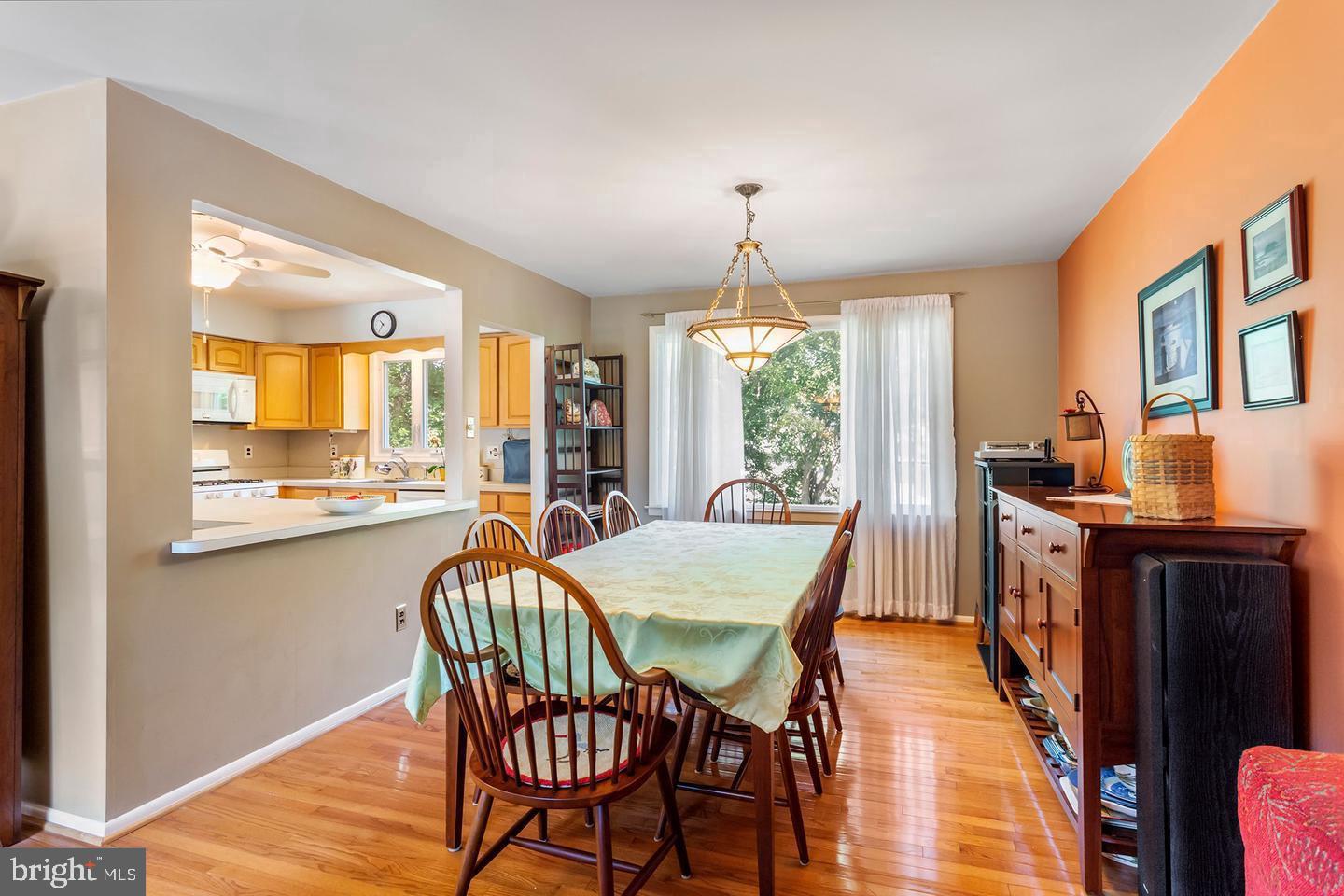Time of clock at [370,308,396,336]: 10:36
